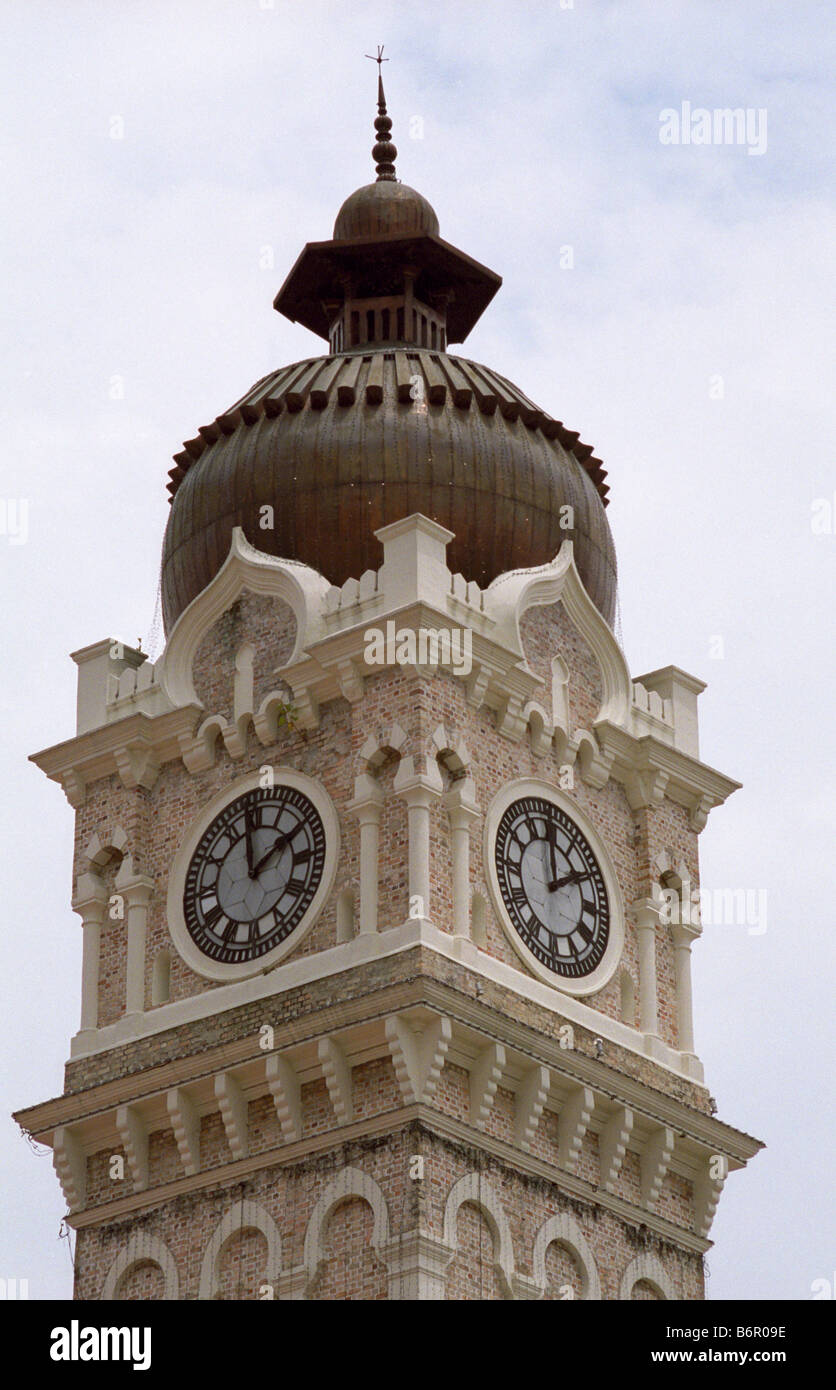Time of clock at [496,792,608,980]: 1:59
